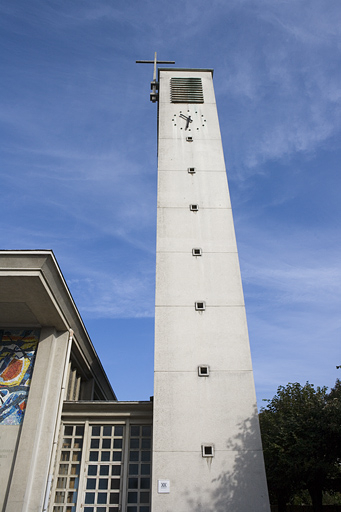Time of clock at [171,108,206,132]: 10:32
